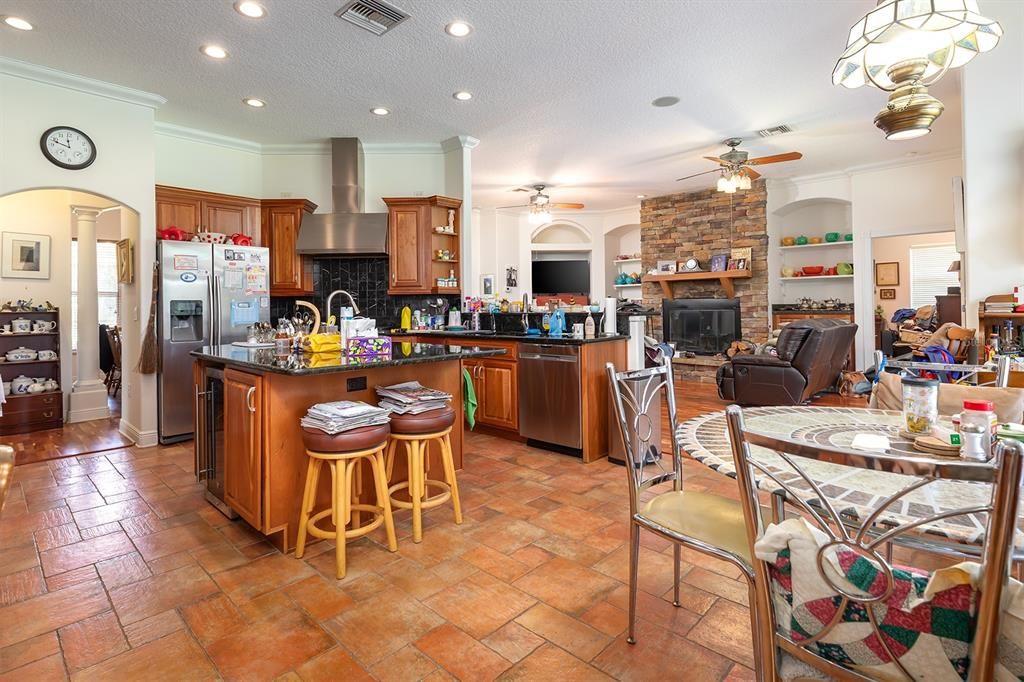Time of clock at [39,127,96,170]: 11:48
